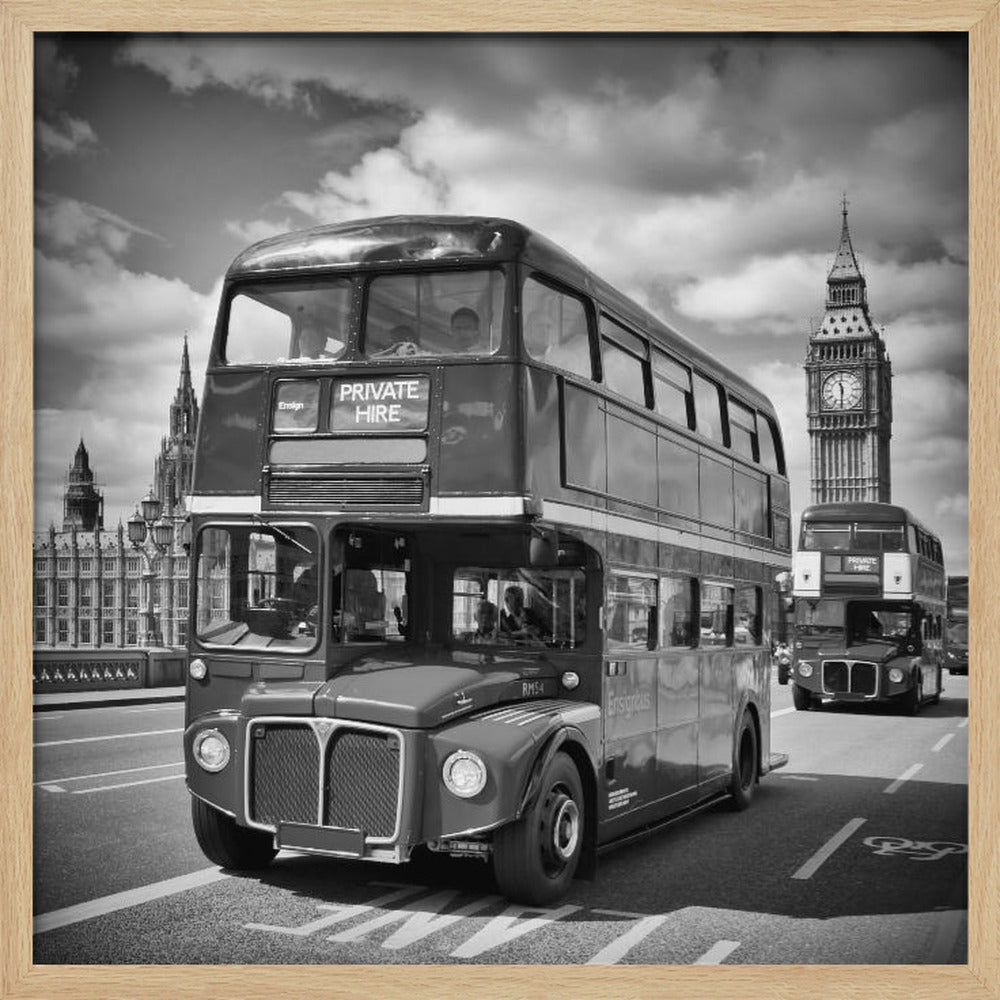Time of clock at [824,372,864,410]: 11:30
